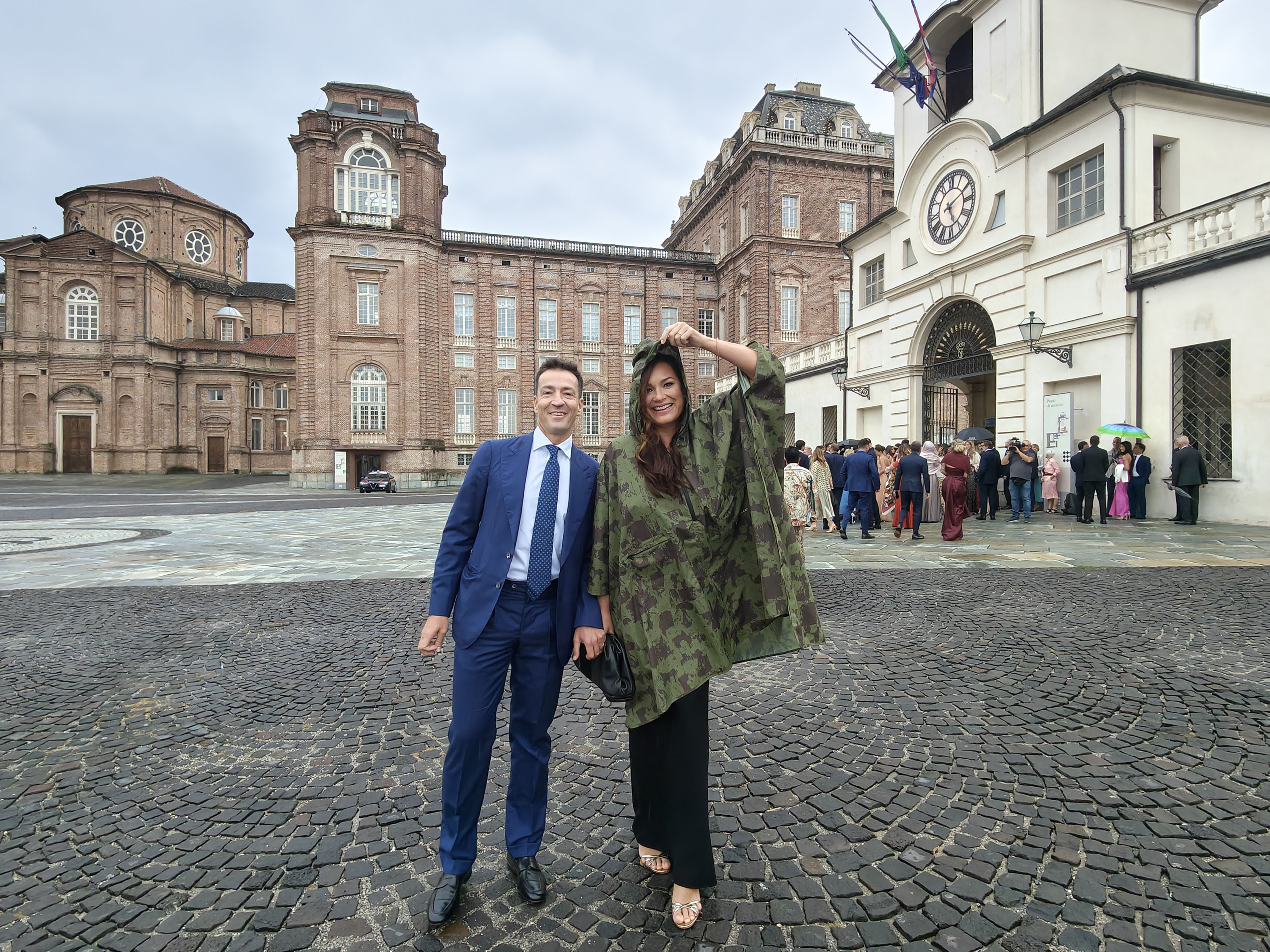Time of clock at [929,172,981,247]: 5:11
